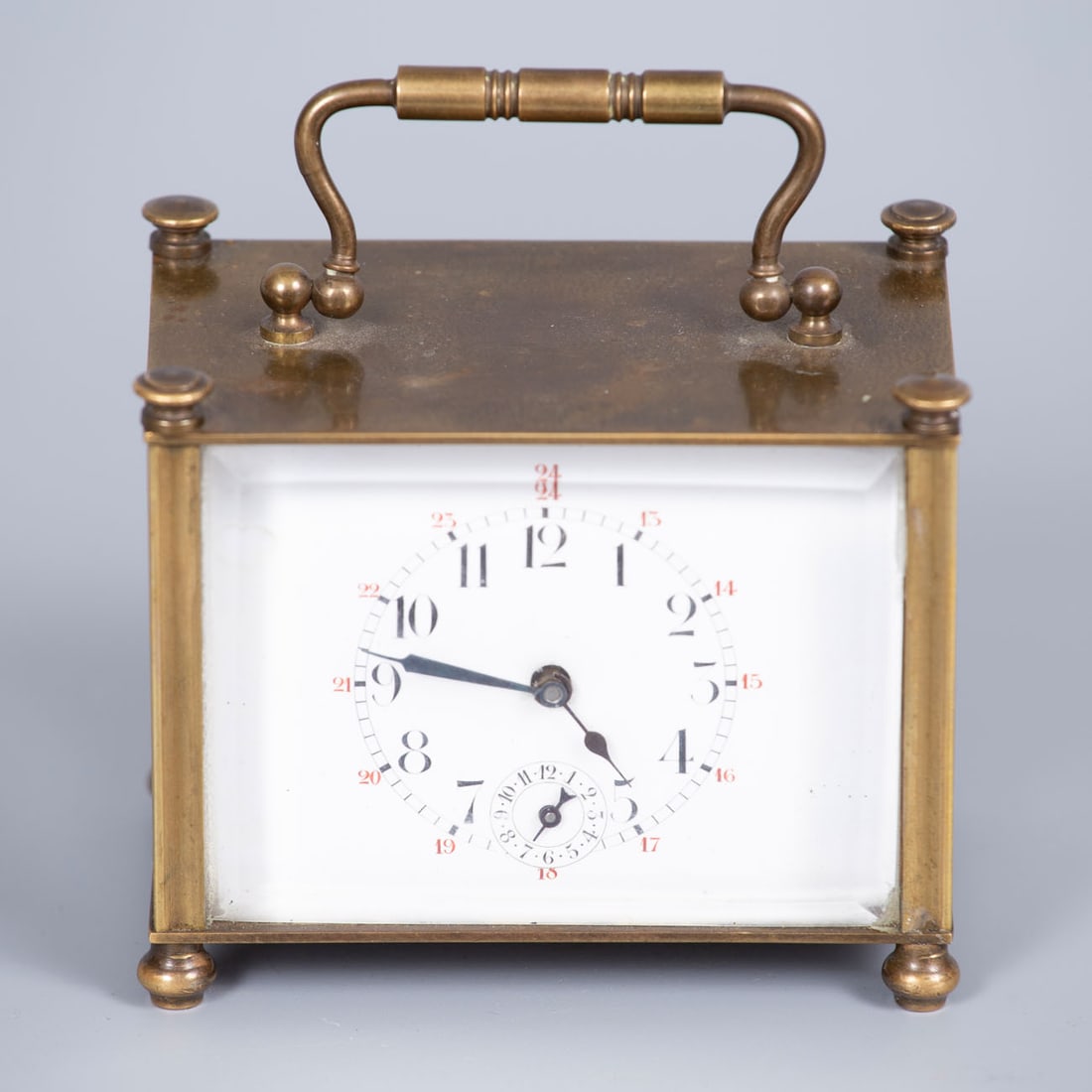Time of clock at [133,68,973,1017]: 4:46
